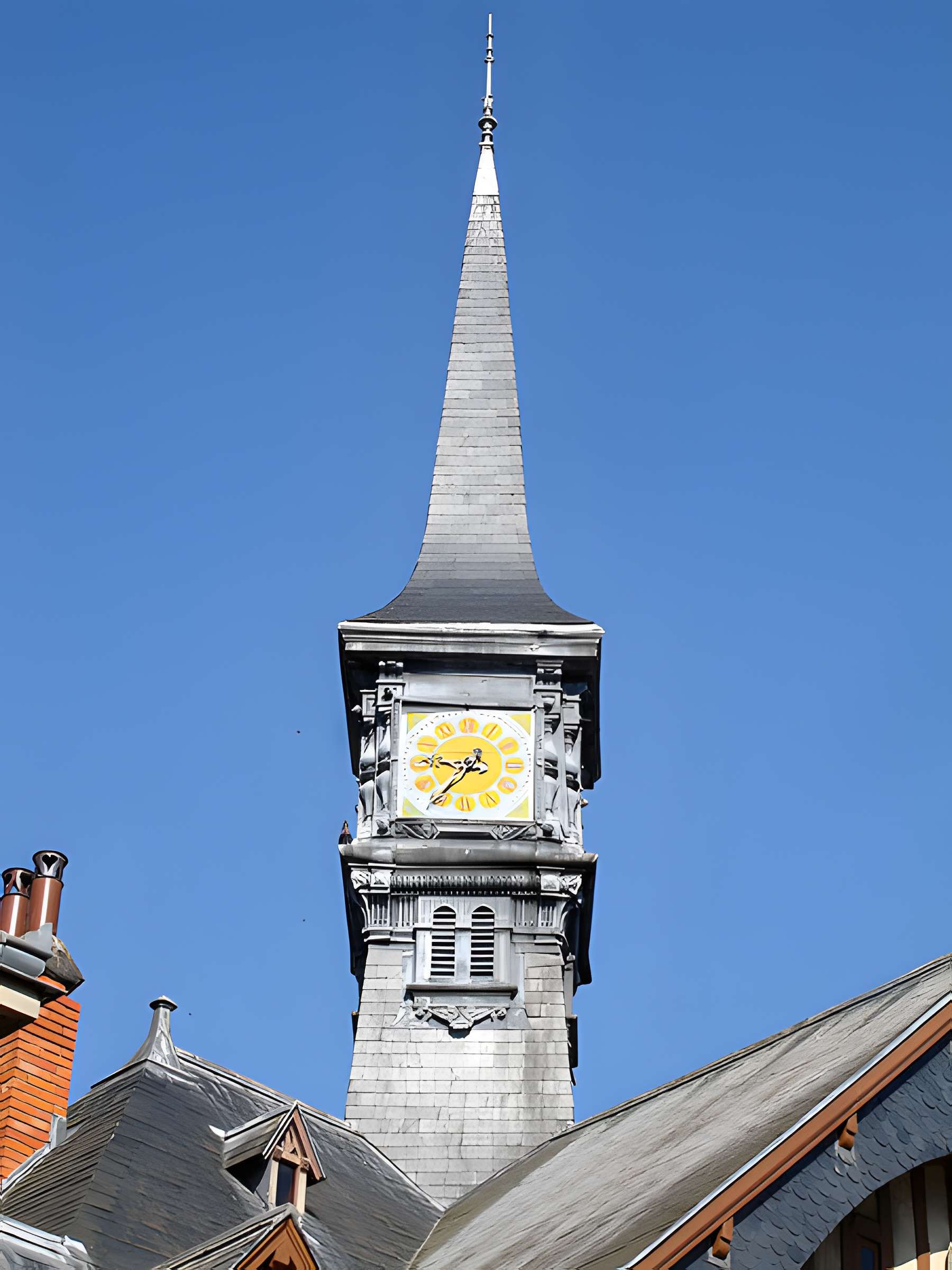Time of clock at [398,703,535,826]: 8:36
